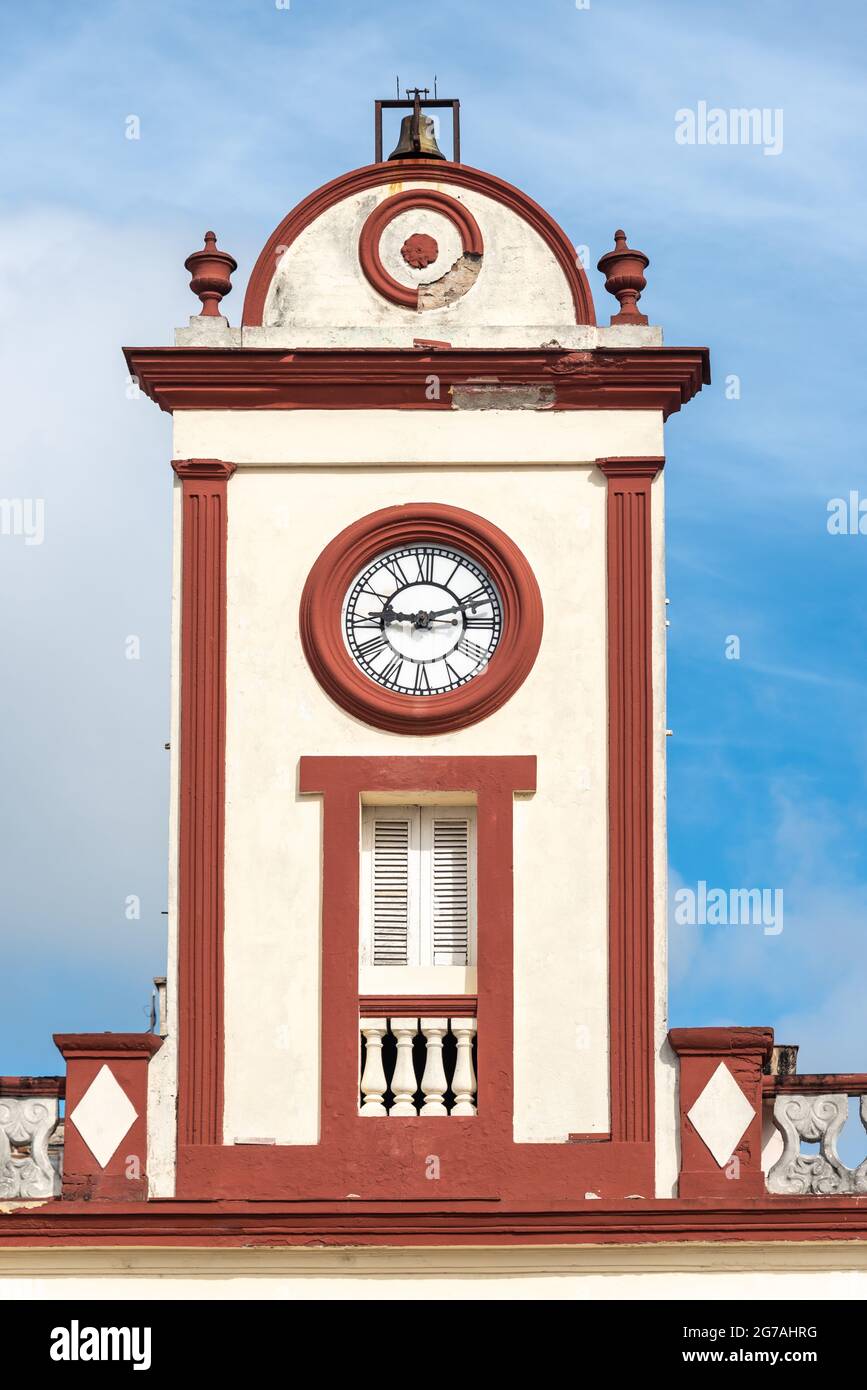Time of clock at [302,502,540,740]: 9:11
